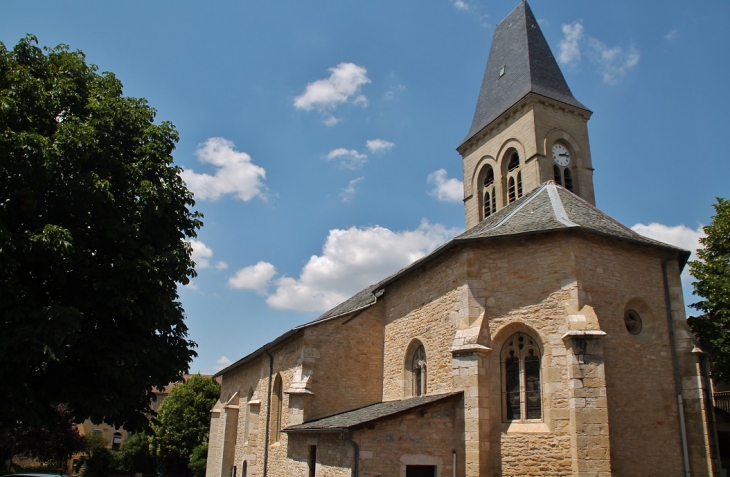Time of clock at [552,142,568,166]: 2:13
